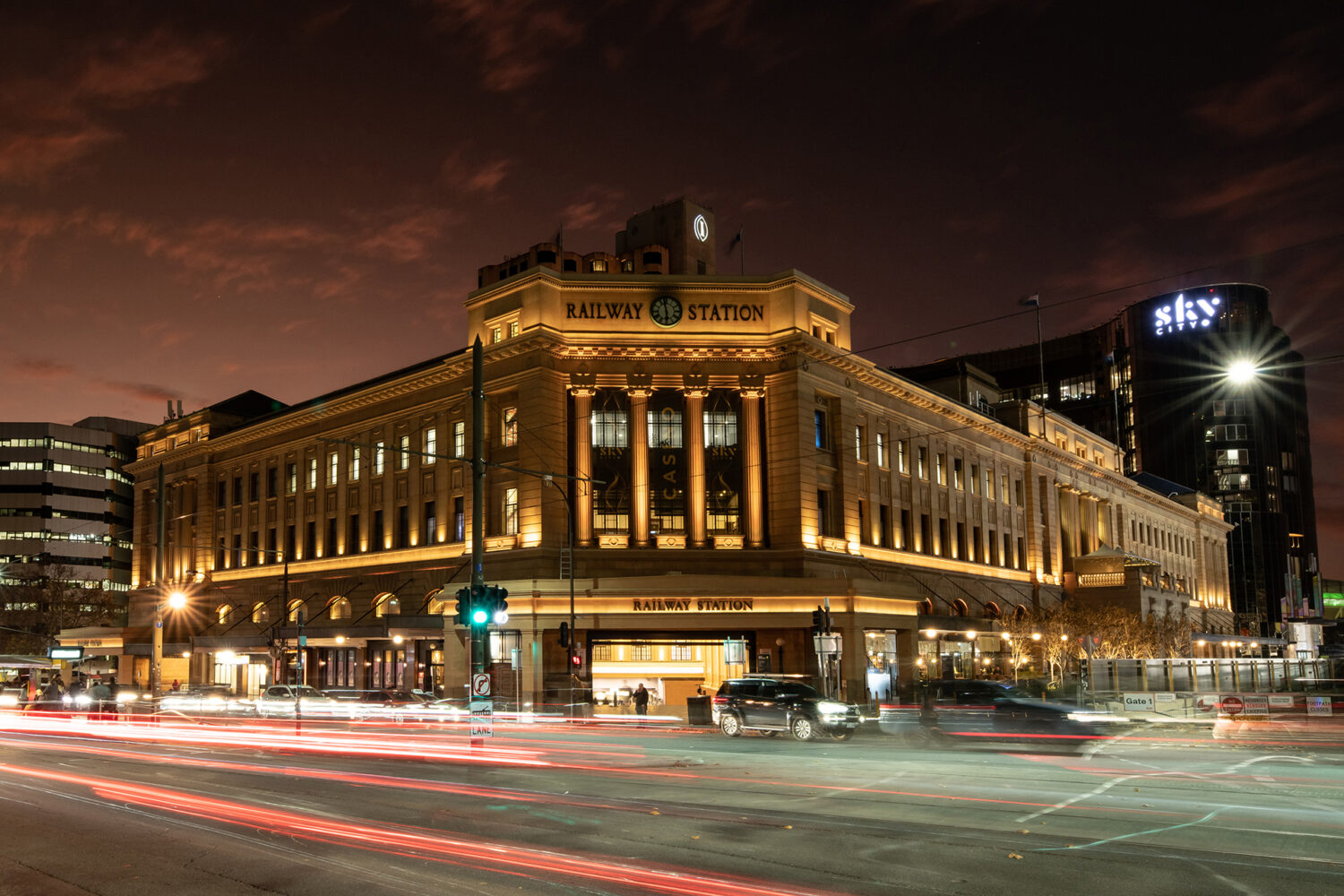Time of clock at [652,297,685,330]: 5:57
